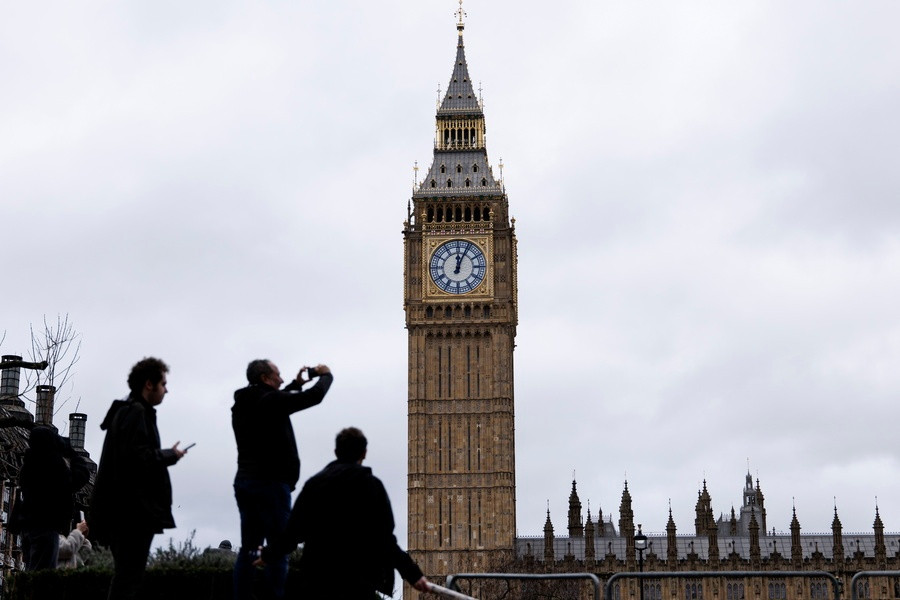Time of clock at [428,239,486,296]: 12:04
